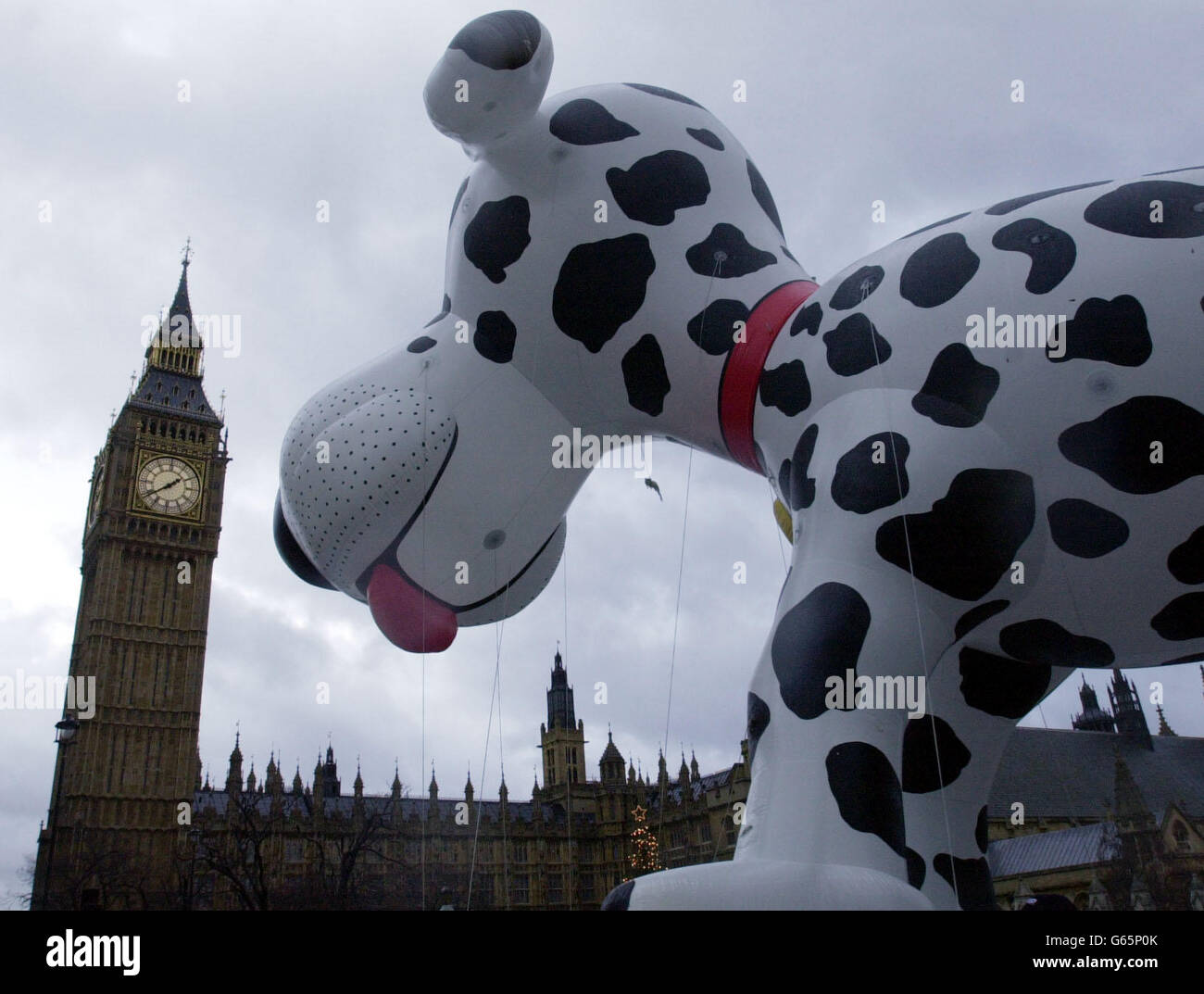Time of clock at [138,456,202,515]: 1:39
